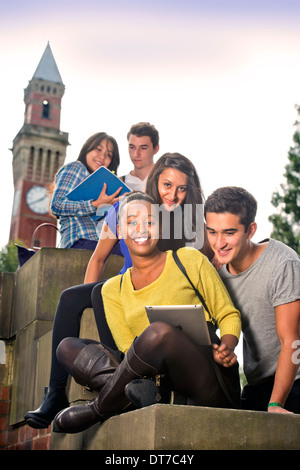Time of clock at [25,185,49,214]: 1:40
